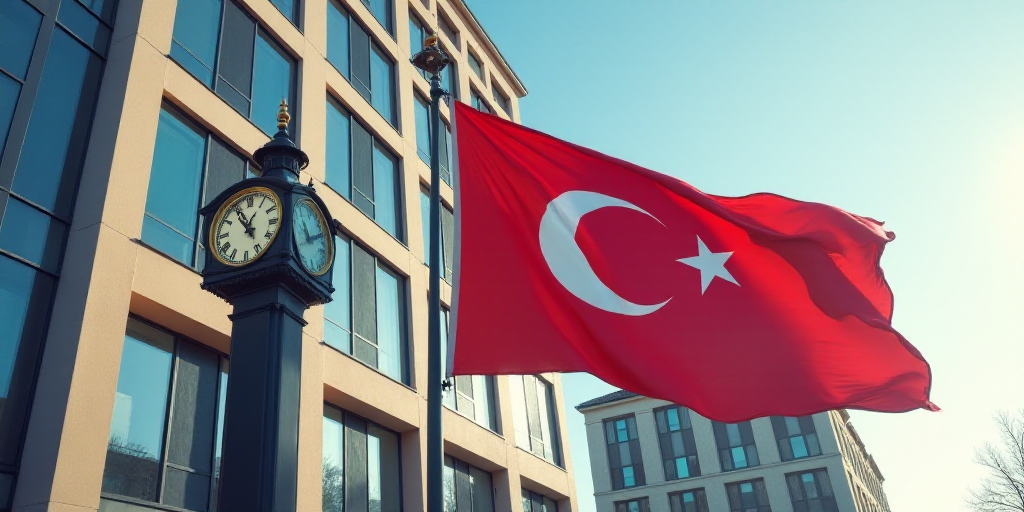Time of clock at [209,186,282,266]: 12:54
